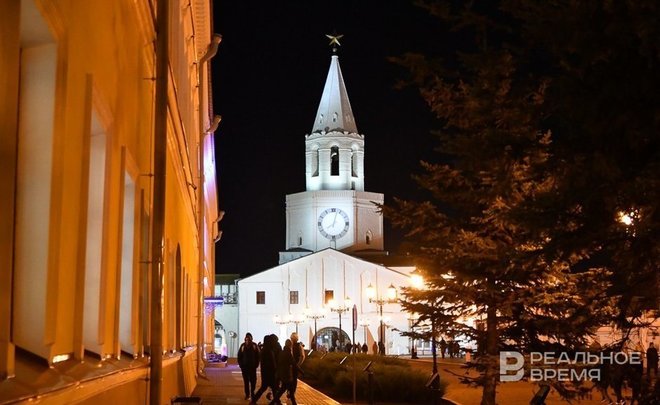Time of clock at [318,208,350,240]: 8:02
